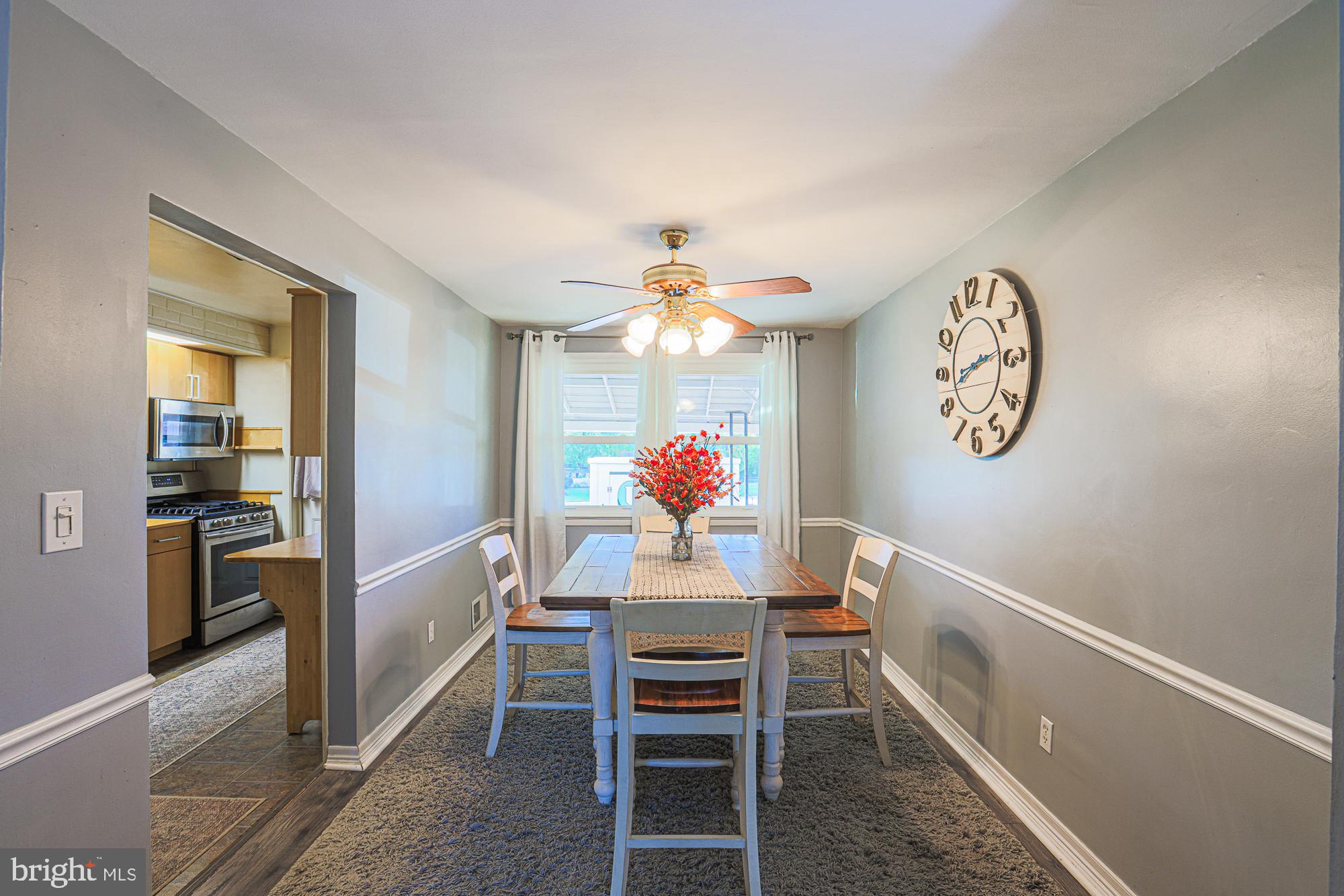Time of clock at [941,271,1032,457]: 2:42
